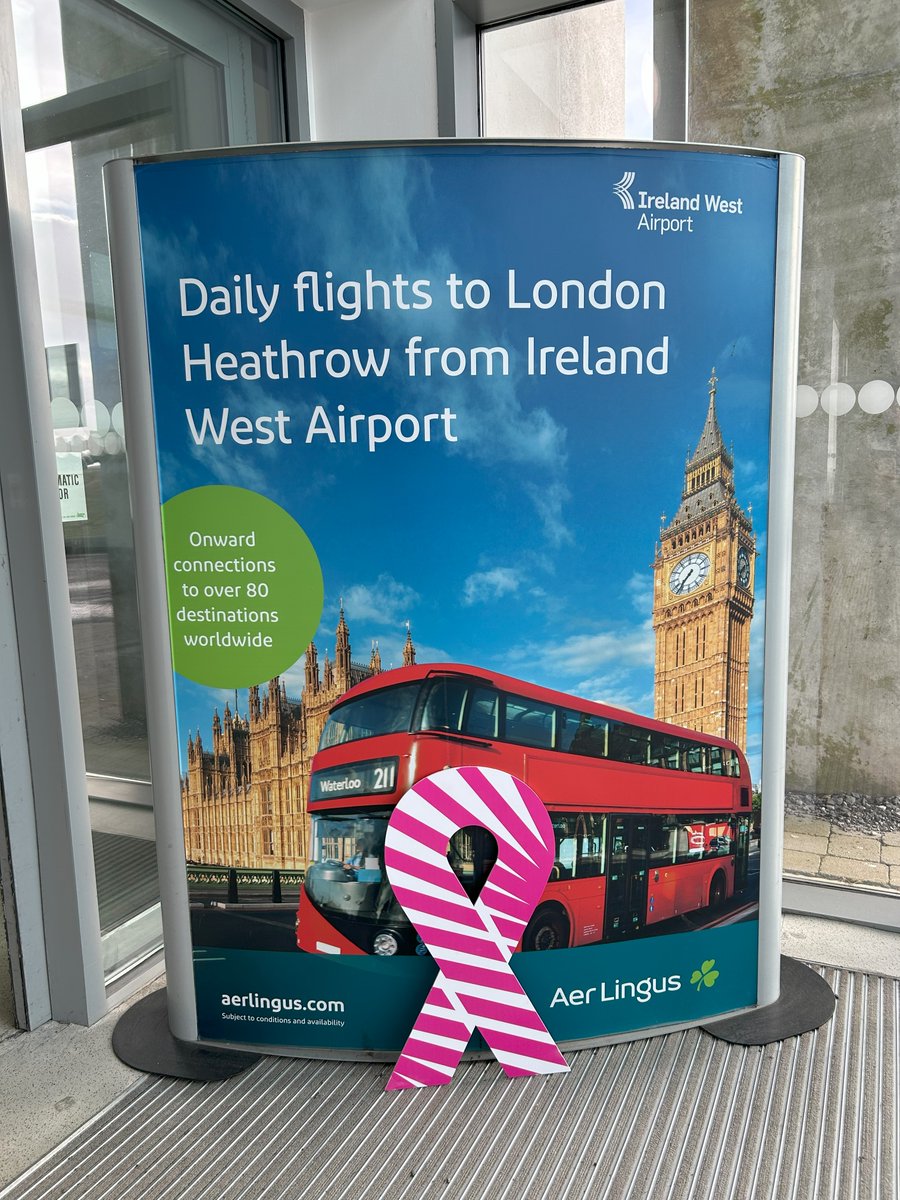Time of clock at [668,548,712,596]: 7:37
